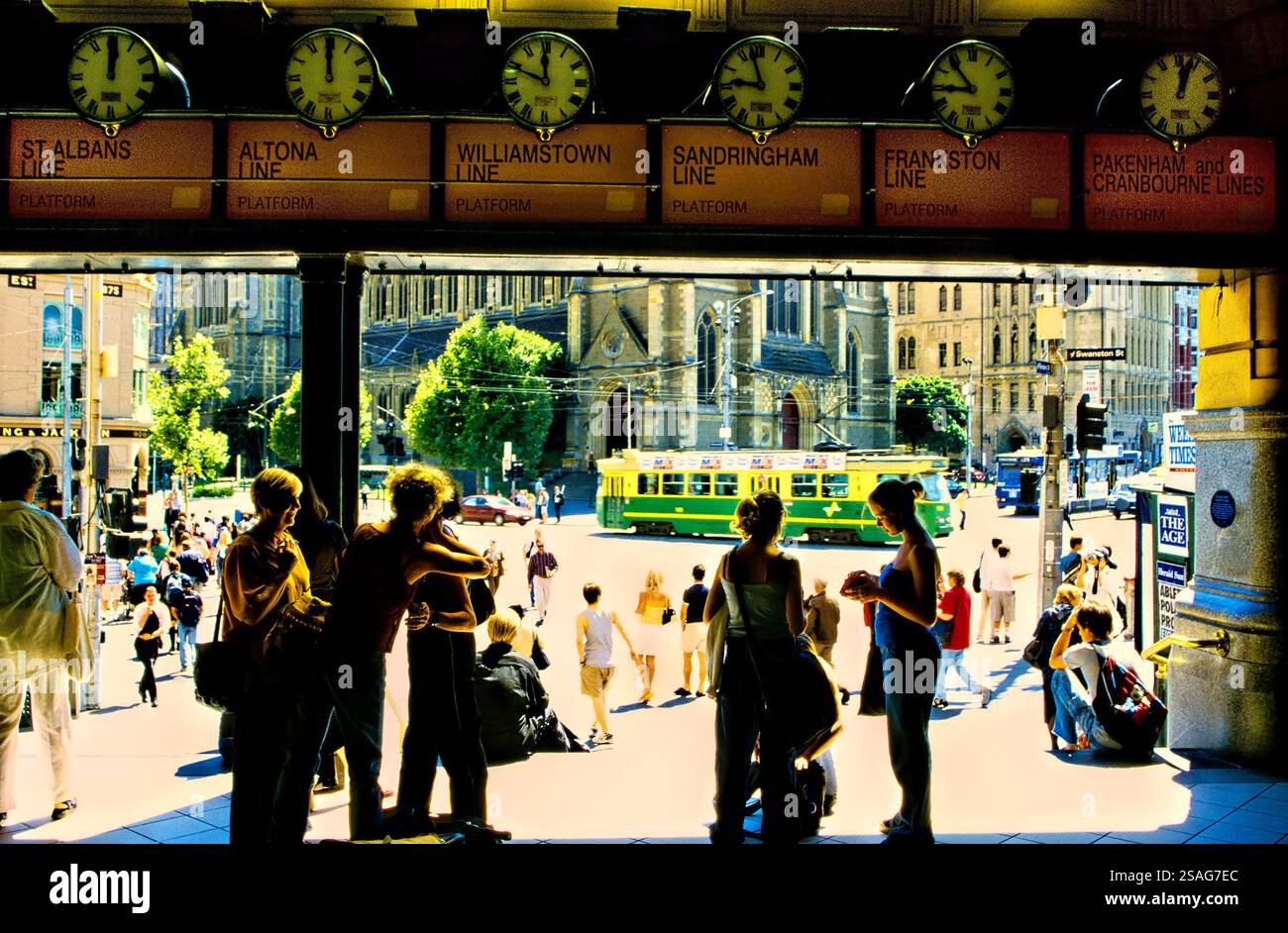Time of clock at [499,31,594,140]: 11:48
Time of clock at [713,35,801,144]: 8:57
